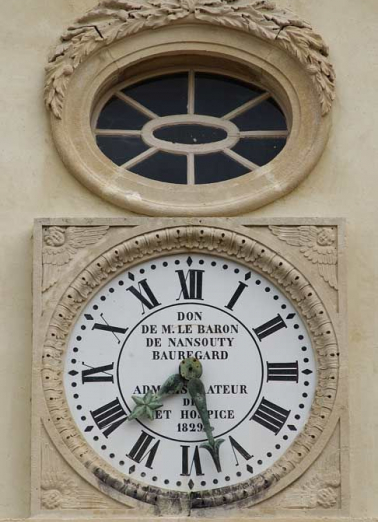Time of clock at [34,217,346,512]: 7:27
